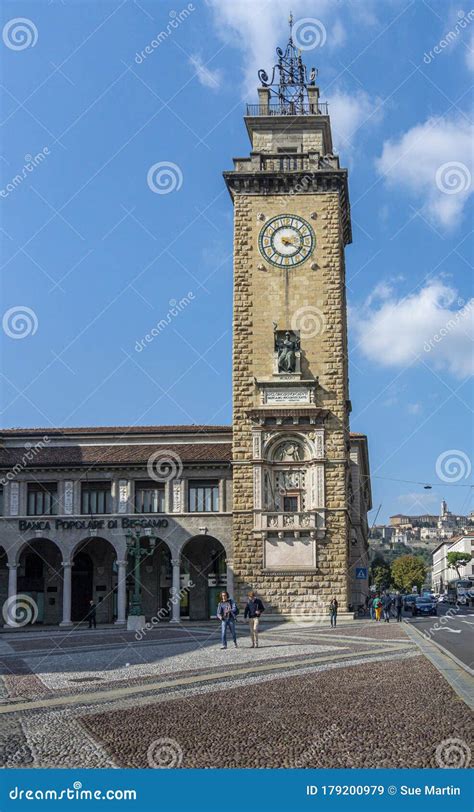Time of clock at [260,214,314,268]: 2:18
